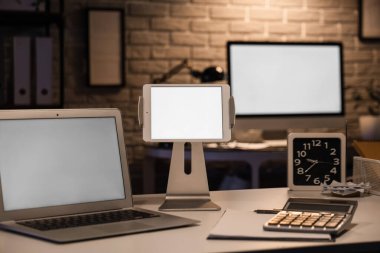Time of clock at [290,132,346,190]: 9:38
